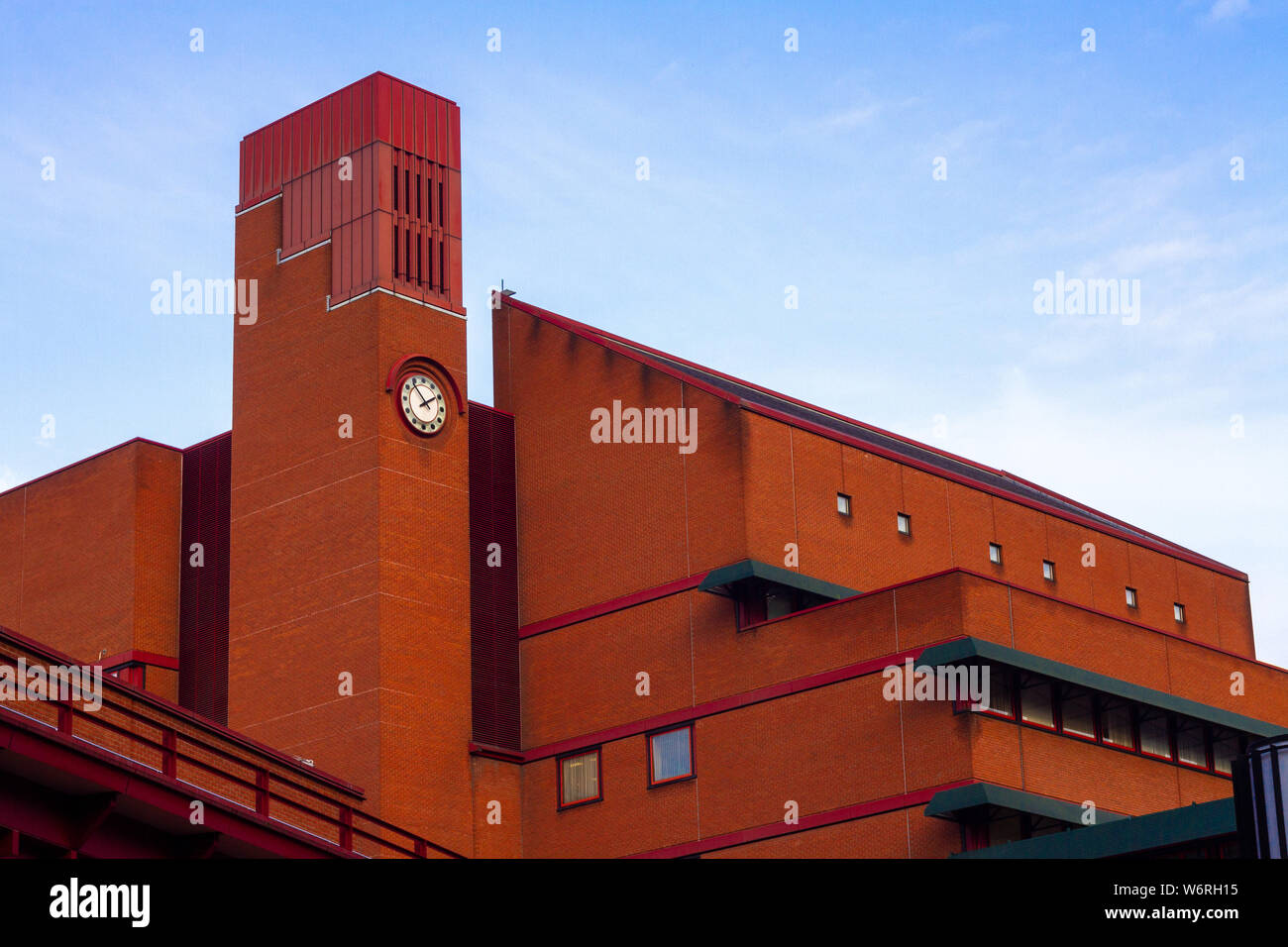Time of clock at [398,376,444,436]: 1:53
